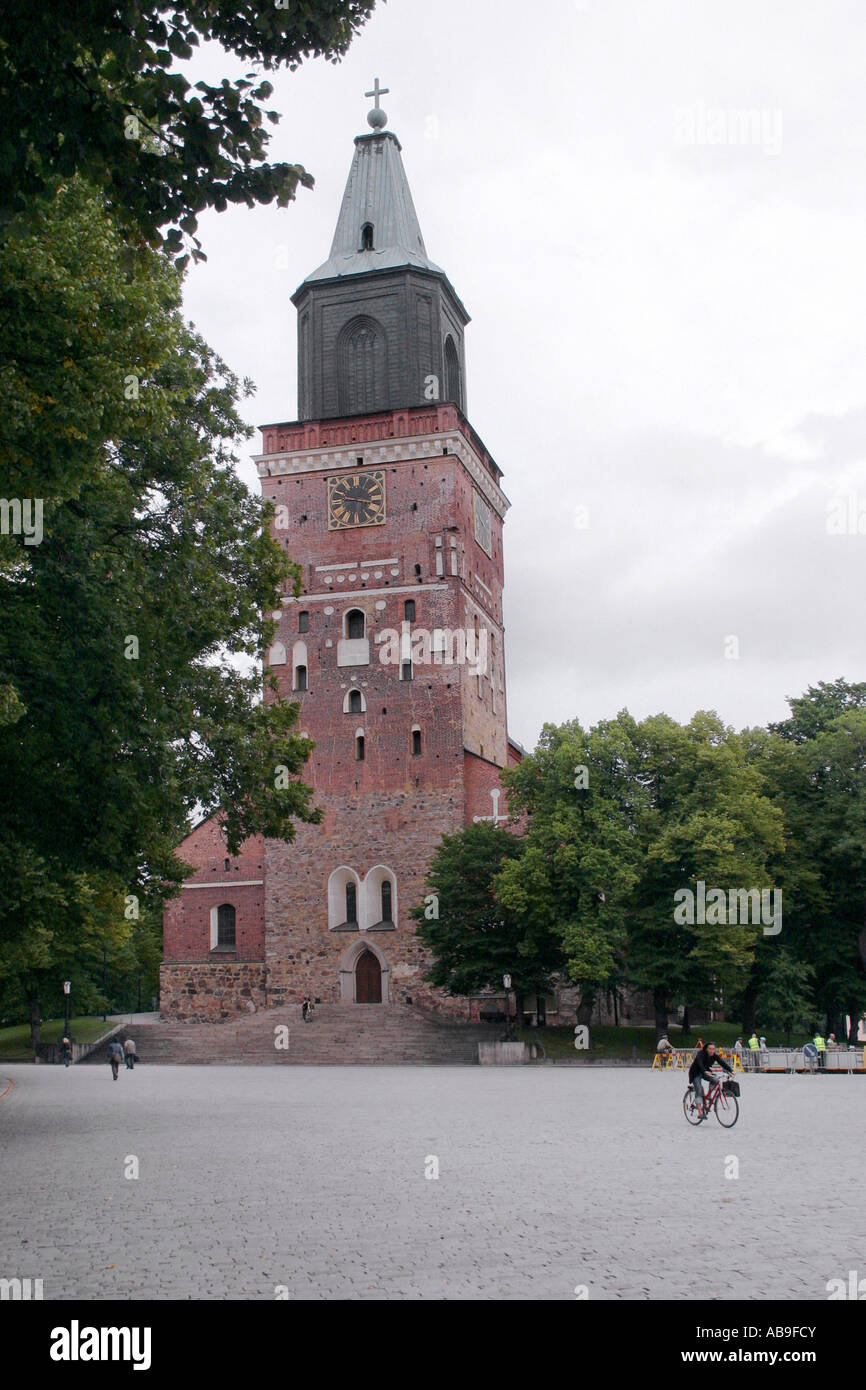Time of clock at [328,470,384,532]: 9:17
